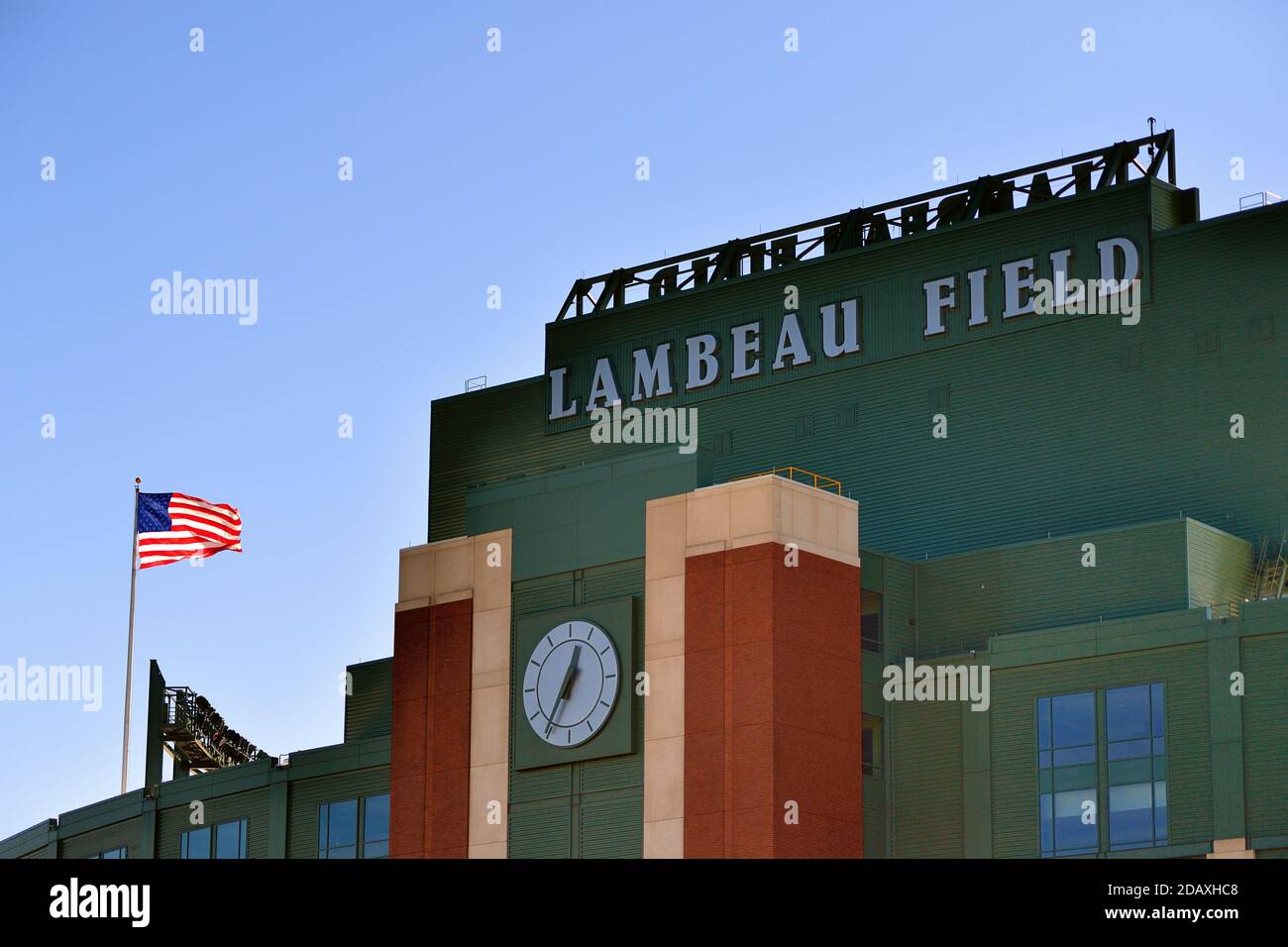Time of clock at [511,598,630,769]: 12:35
